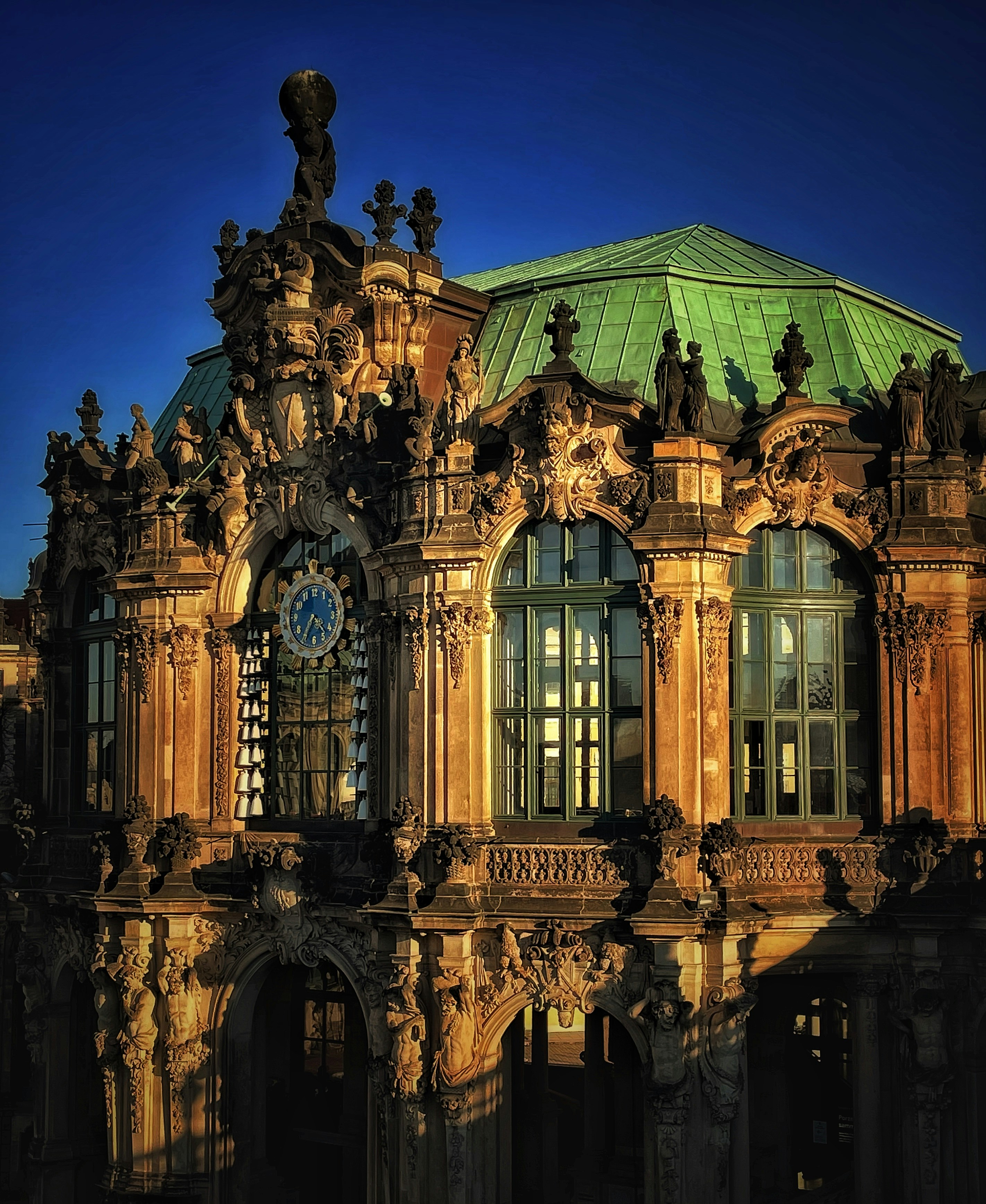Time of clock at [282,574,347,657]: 4:35
